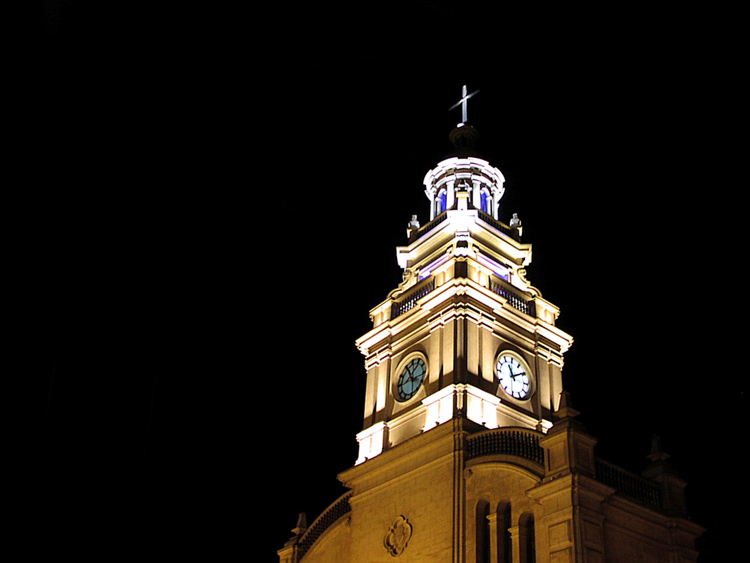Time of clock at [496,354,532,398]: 11:09
